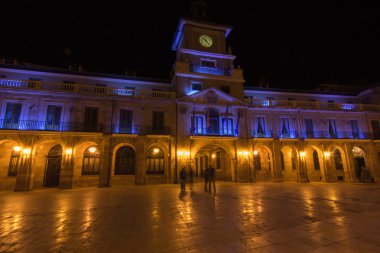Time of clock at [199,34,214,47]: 10:23
